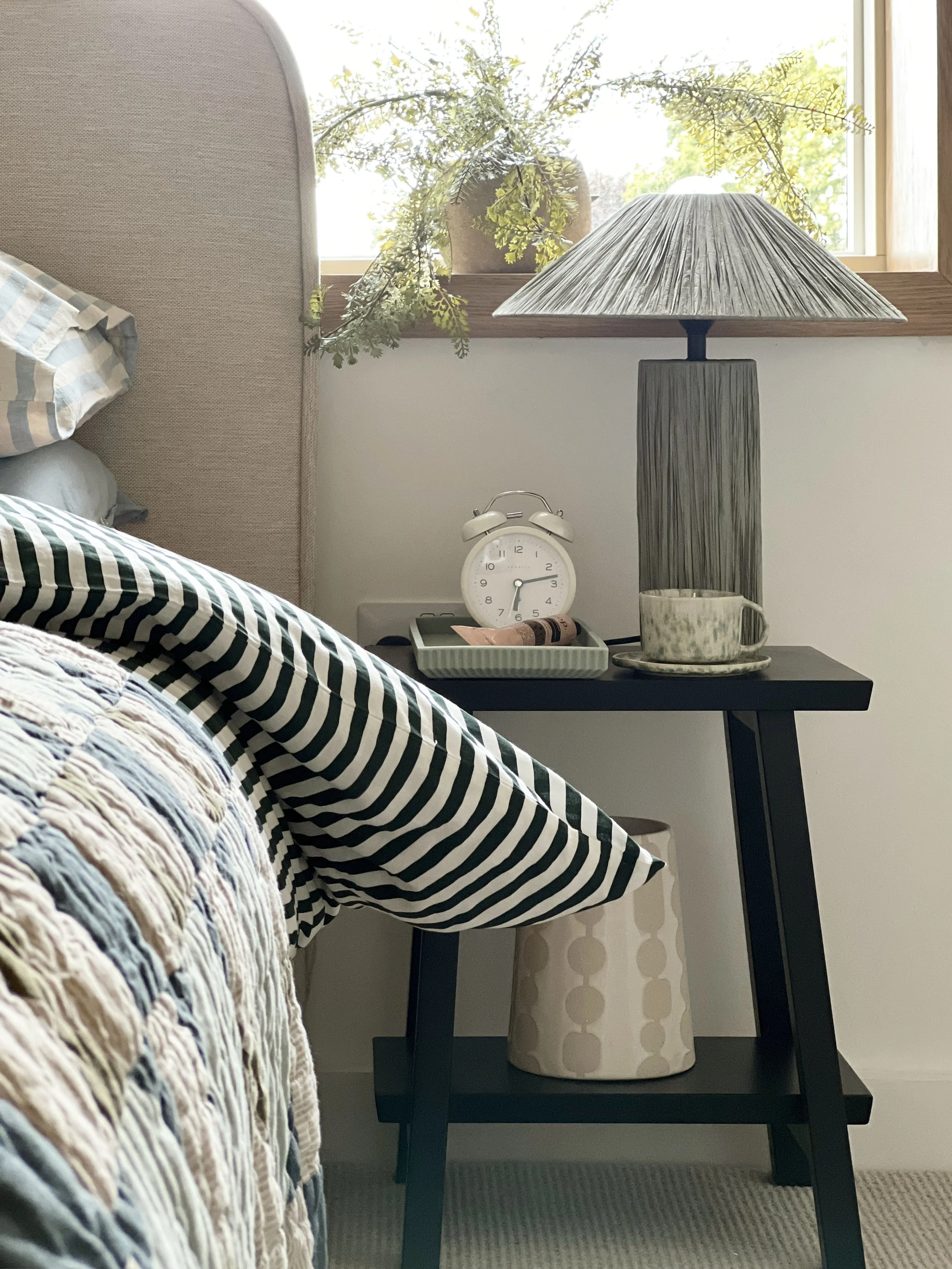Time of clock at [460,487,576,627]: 6:13
